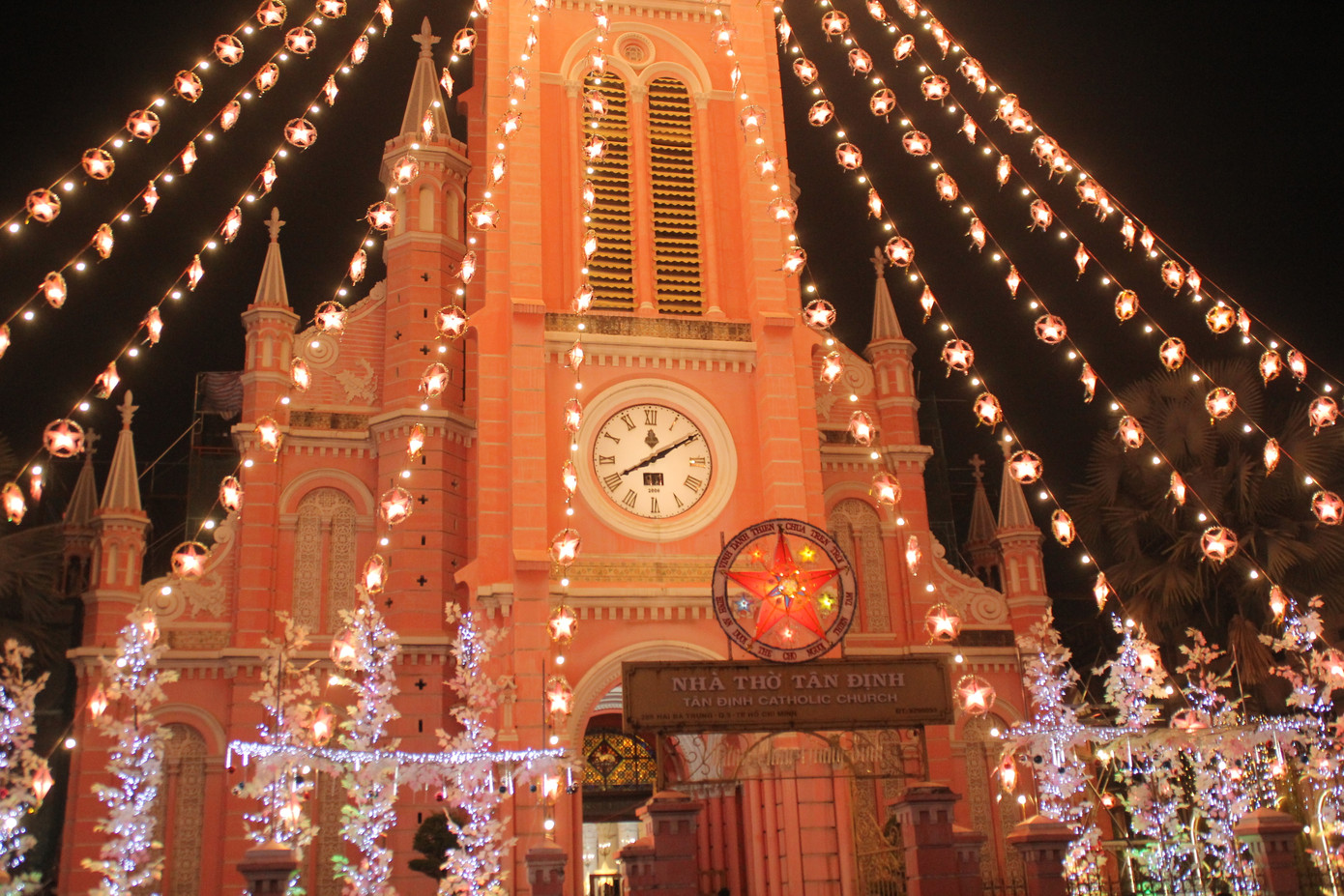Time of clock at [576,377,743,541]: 8:09
